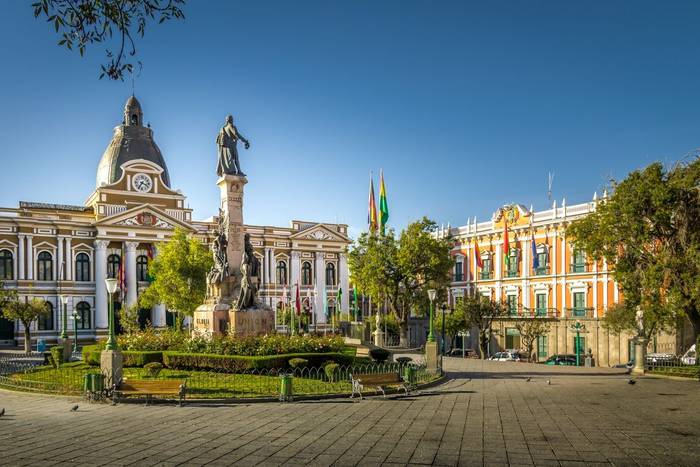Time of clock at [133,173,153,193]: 3:35
